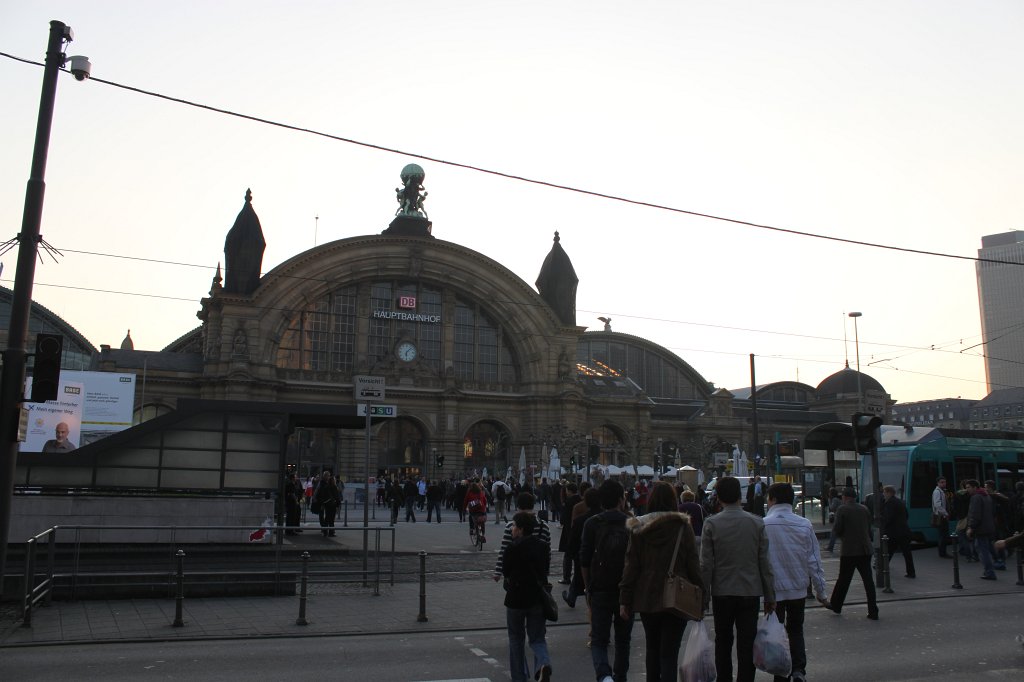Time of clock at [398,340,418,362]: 6:07
